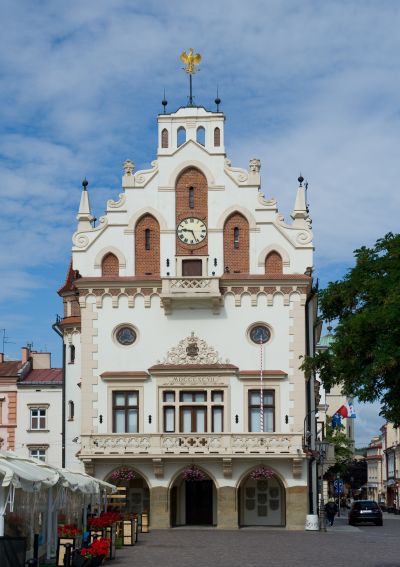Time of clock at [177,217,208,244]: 9:26
